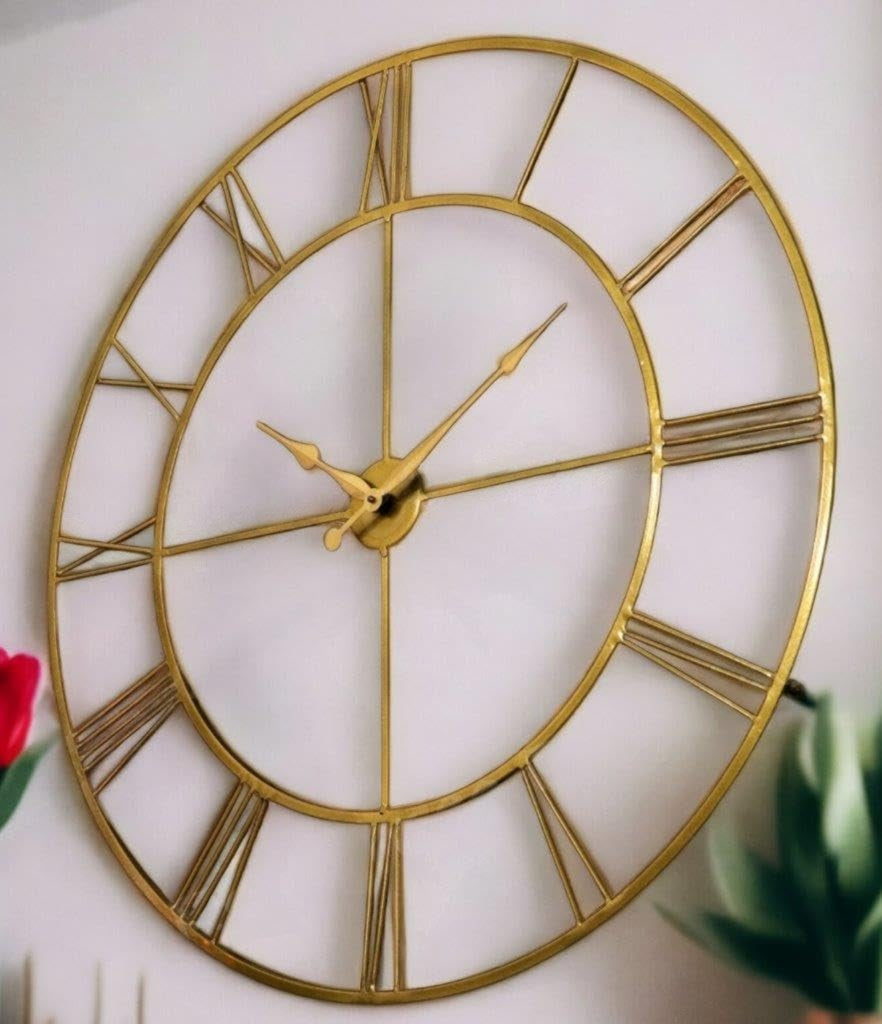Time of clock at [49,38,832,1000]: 1:44
